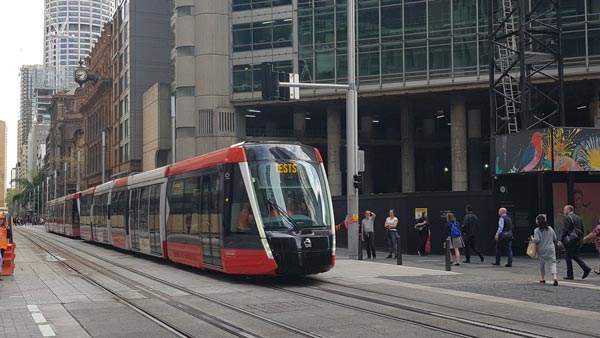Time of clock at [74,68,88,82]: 8:38
